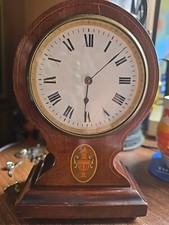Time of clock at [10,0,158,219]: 6:08
